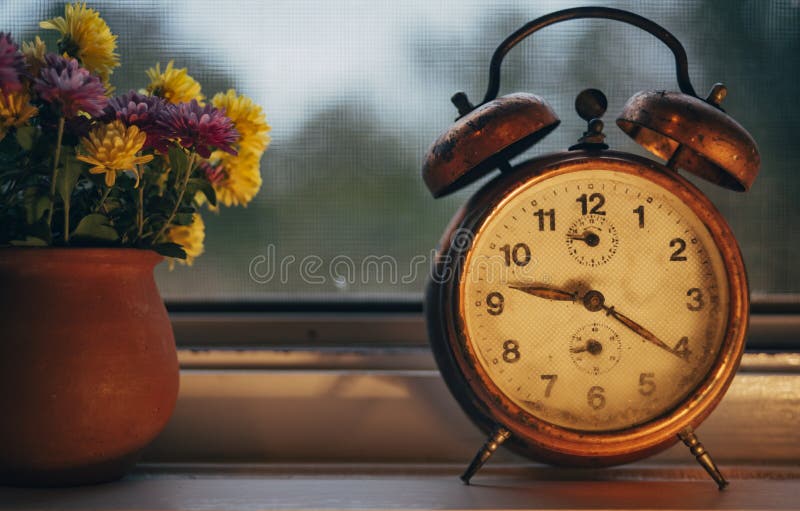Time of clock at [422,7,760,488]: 9:20
